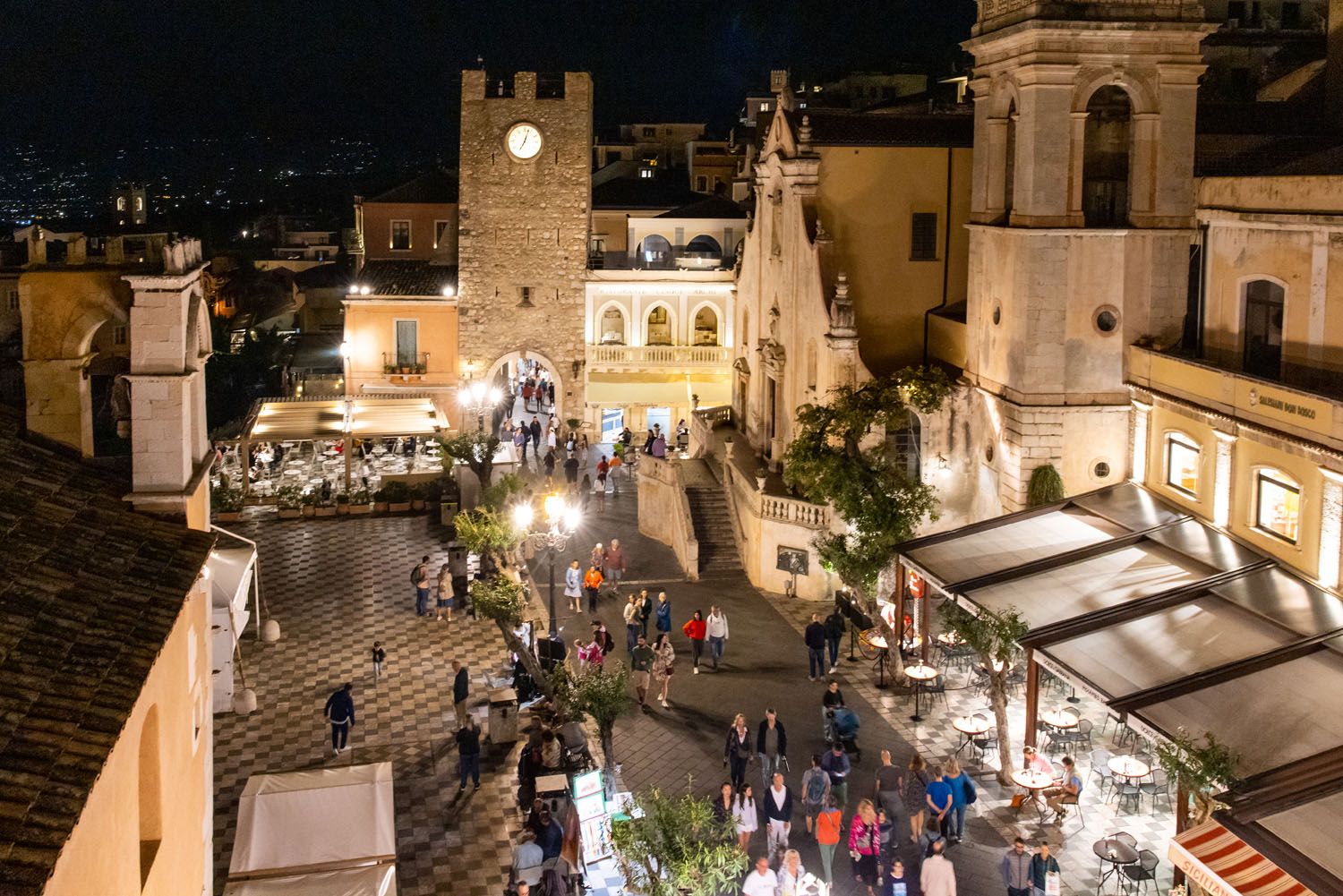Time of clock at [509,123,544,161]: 7:03
